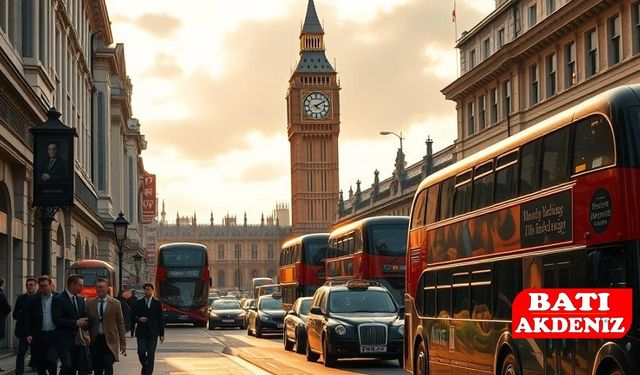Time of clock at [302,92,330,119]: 4:09
